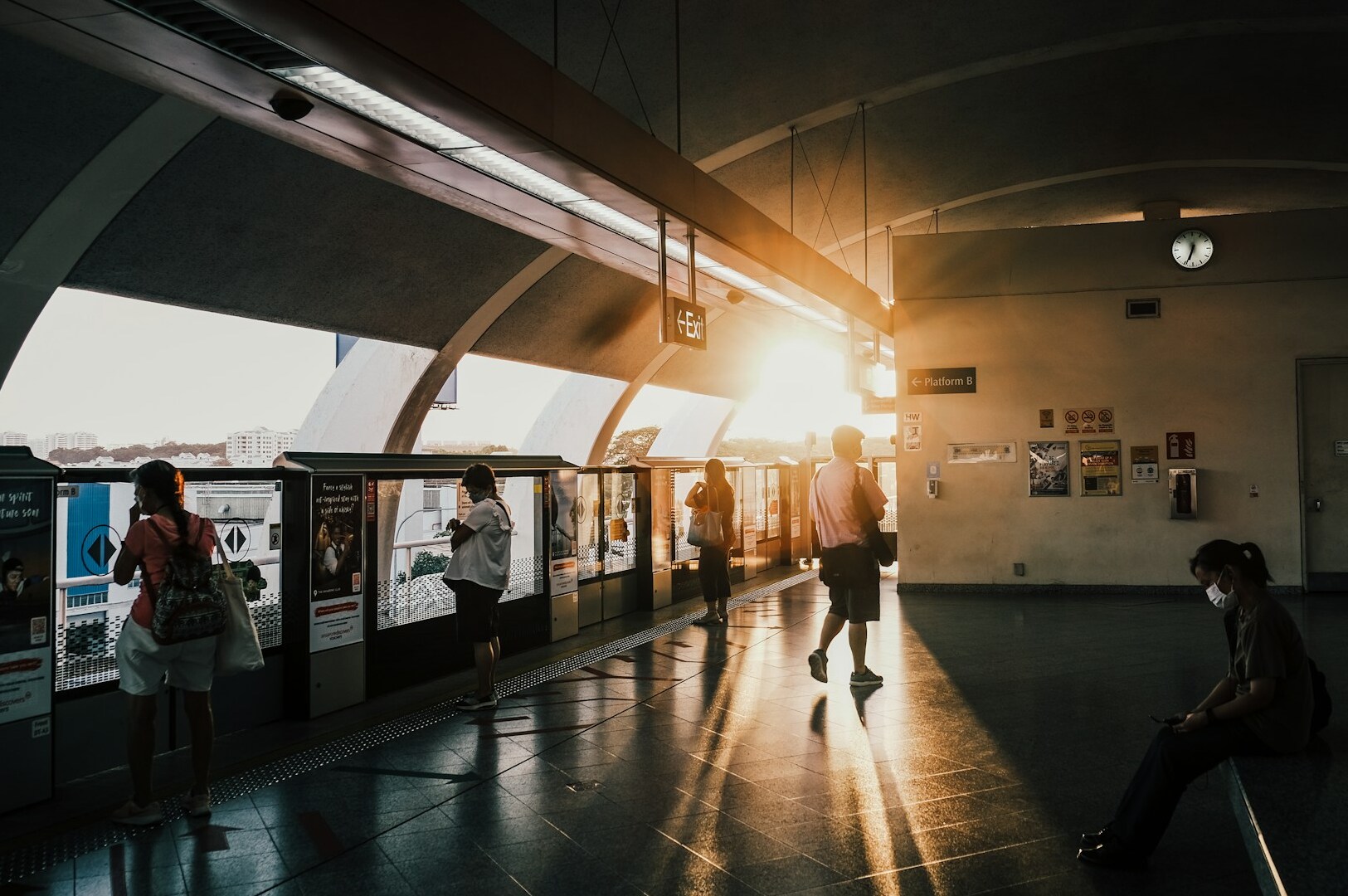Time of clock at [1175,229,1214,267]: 11:33
